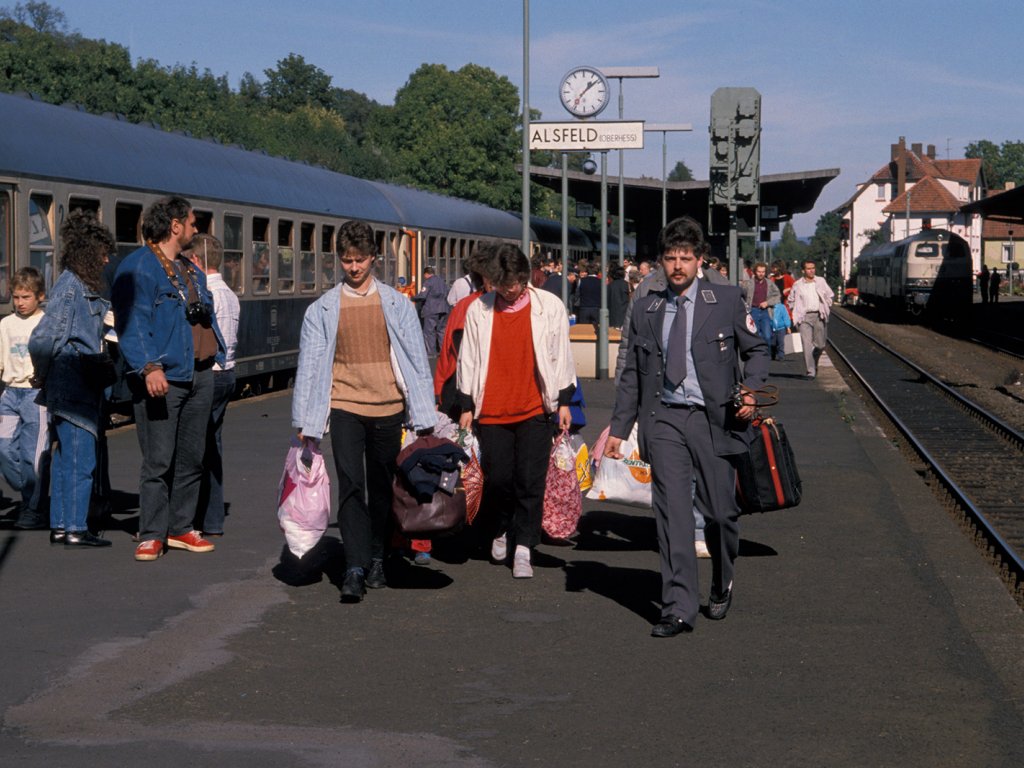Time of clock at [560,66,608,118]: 1:08
